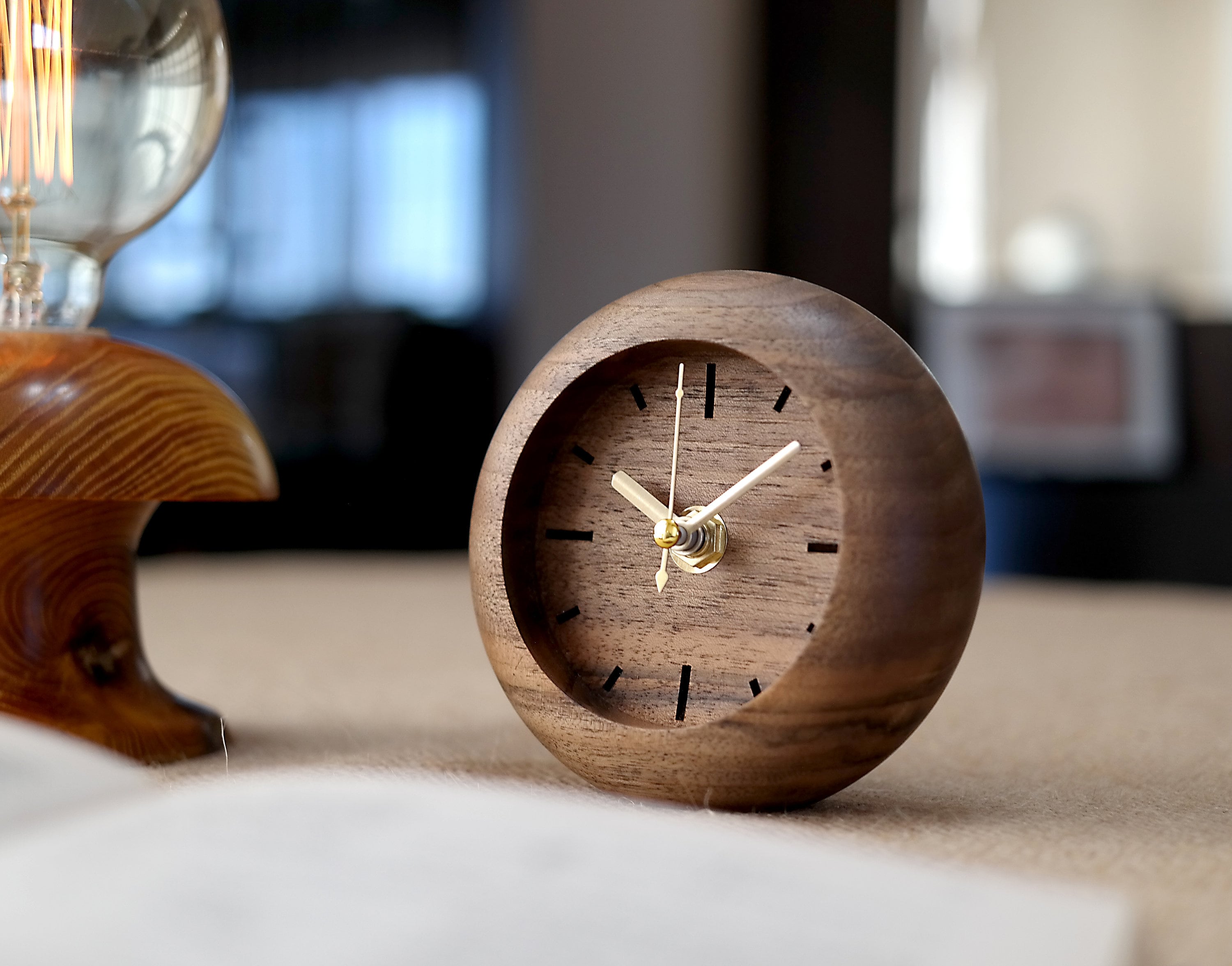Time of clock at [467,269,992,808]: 10:07
